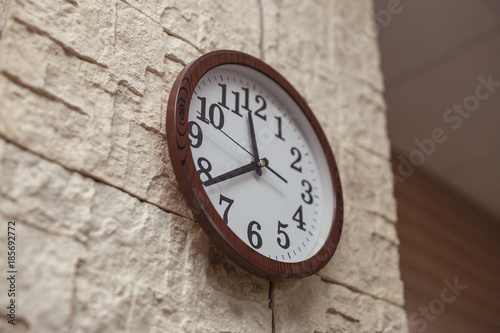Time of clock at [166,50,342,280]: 11:38
